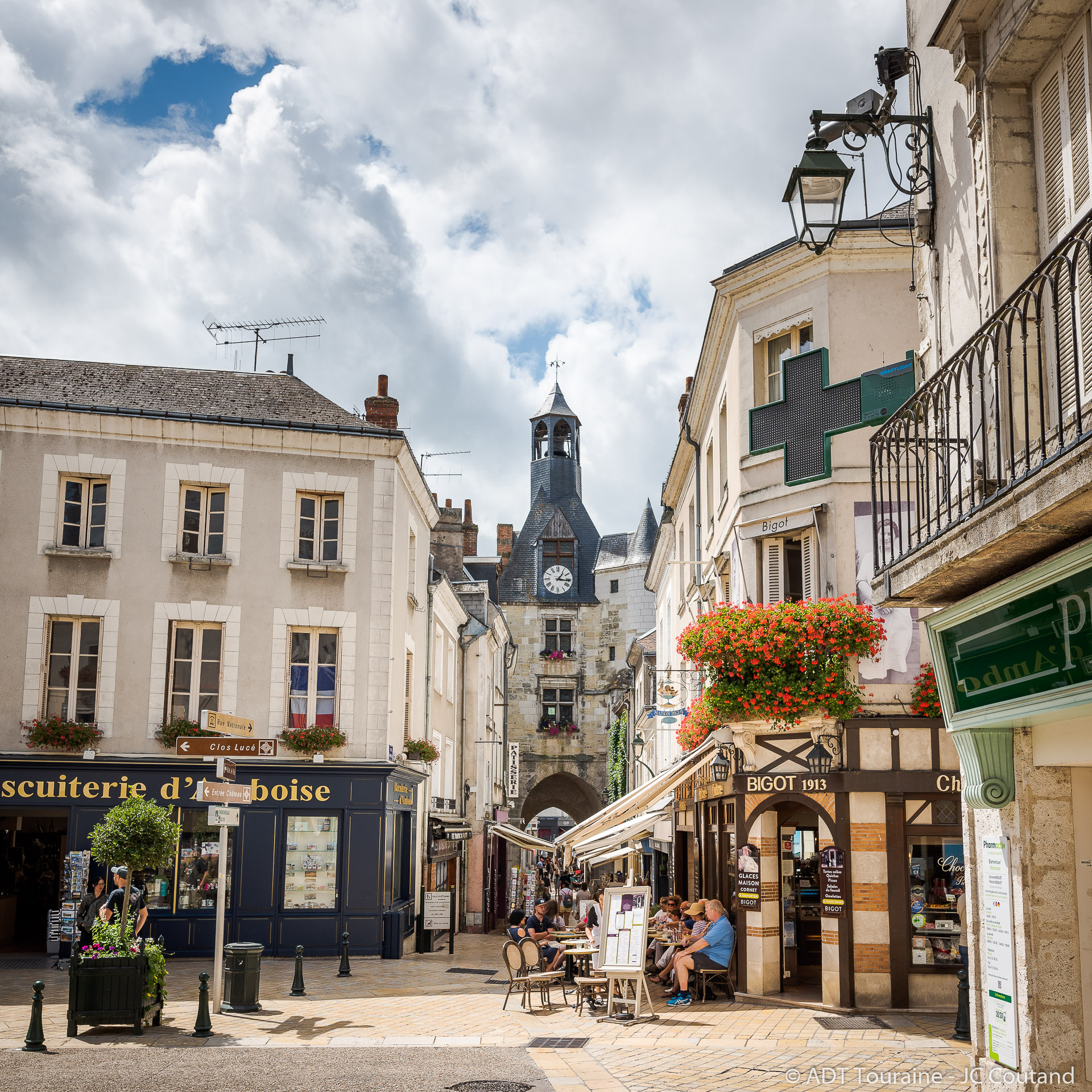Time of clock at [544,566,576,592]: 1:16
